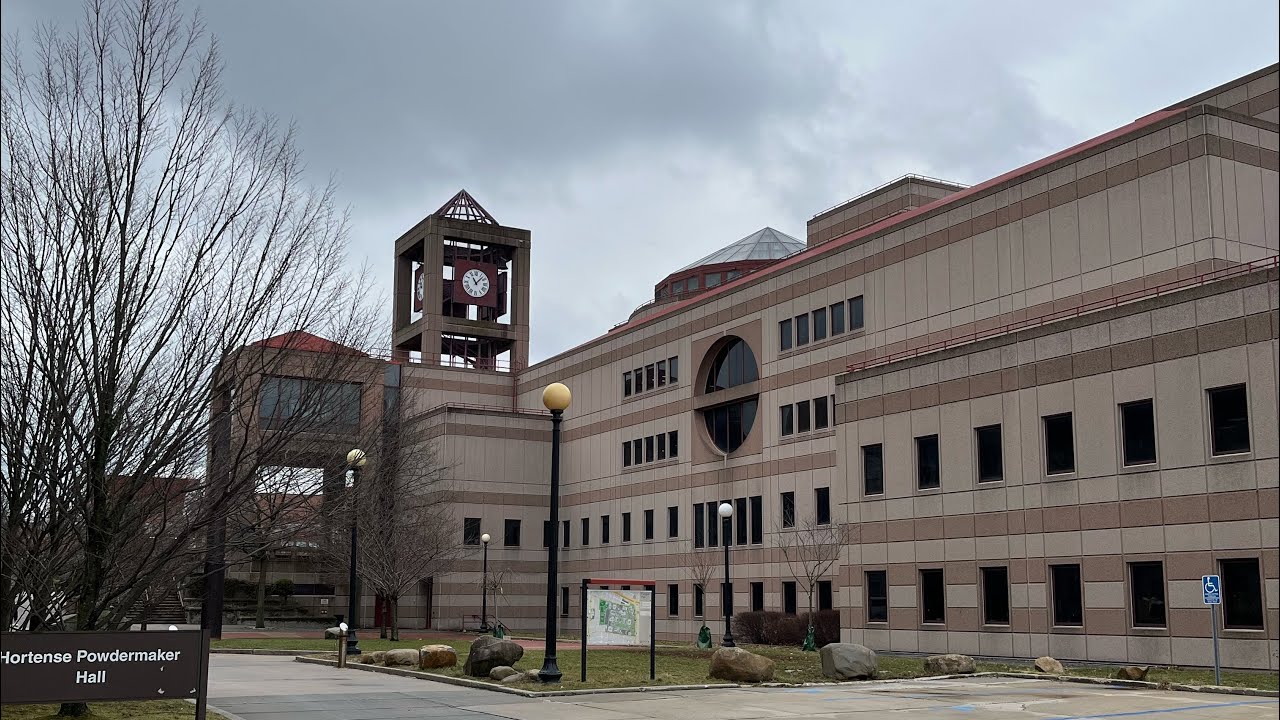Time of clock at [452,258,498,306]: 11:07
